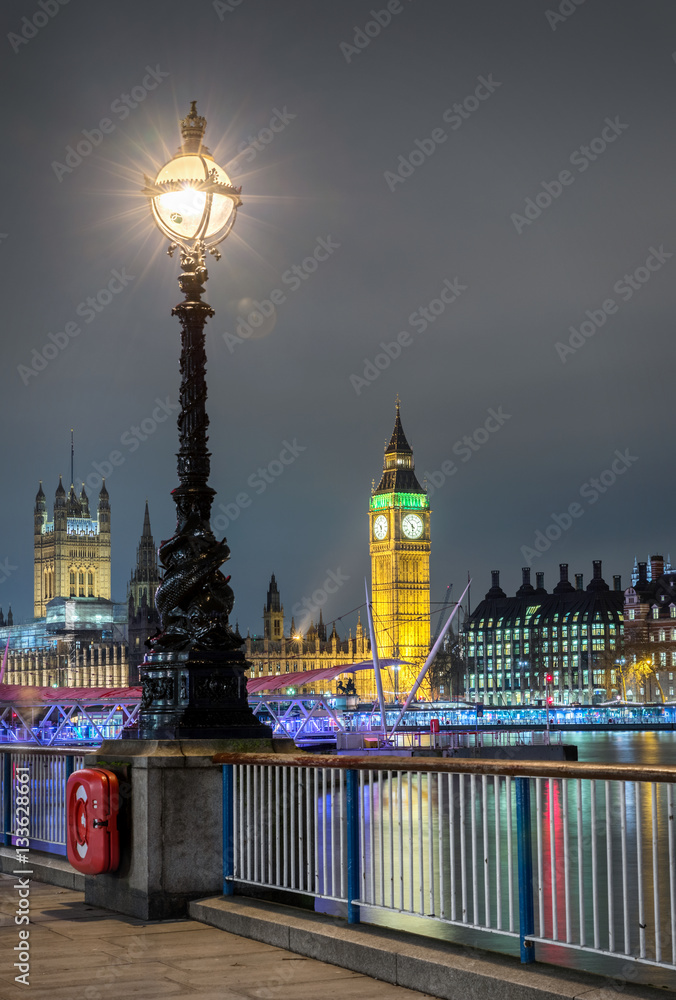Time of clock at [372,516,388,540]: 5:51
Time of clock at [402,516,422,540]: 5:52
